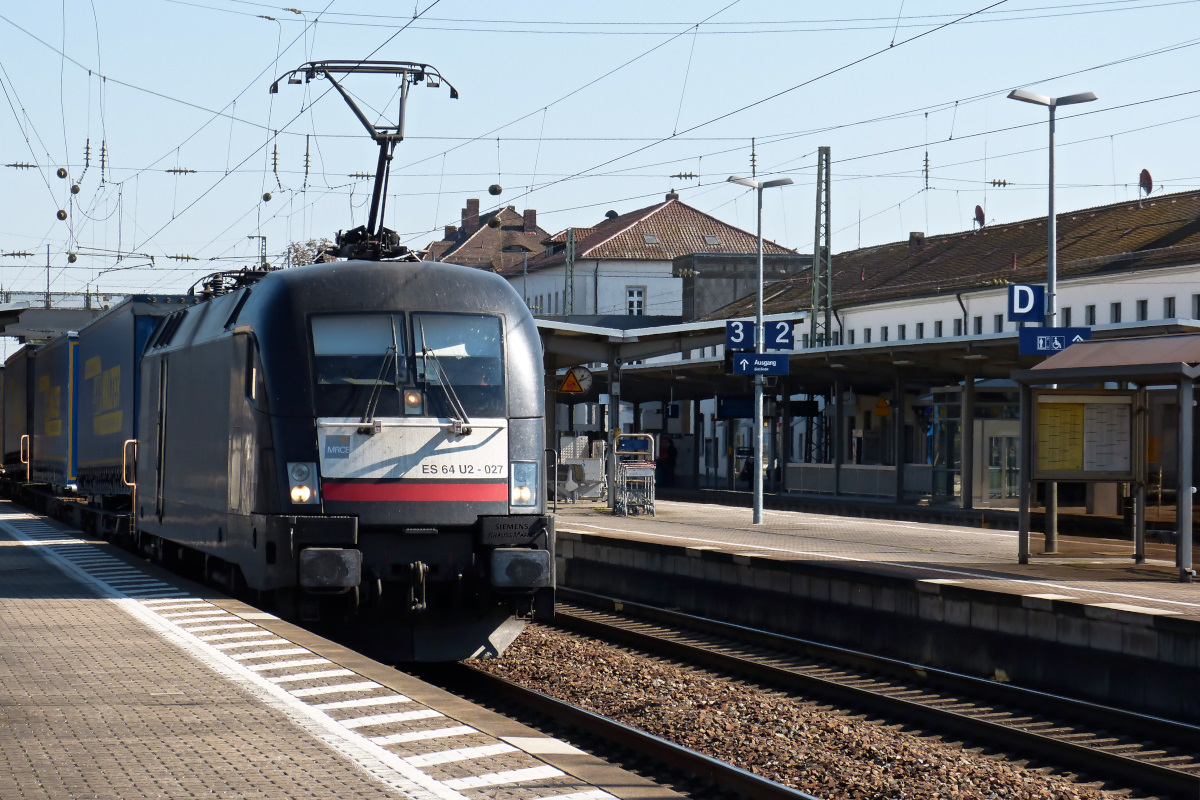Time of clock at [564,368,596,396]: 1:12
